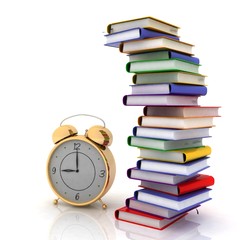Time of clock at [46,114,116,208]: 9:00
